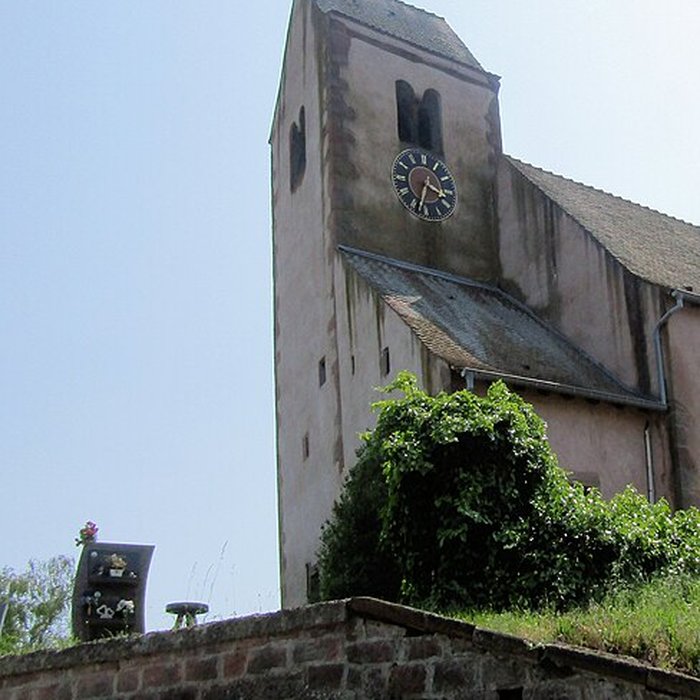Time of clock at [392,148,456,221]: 3:33
